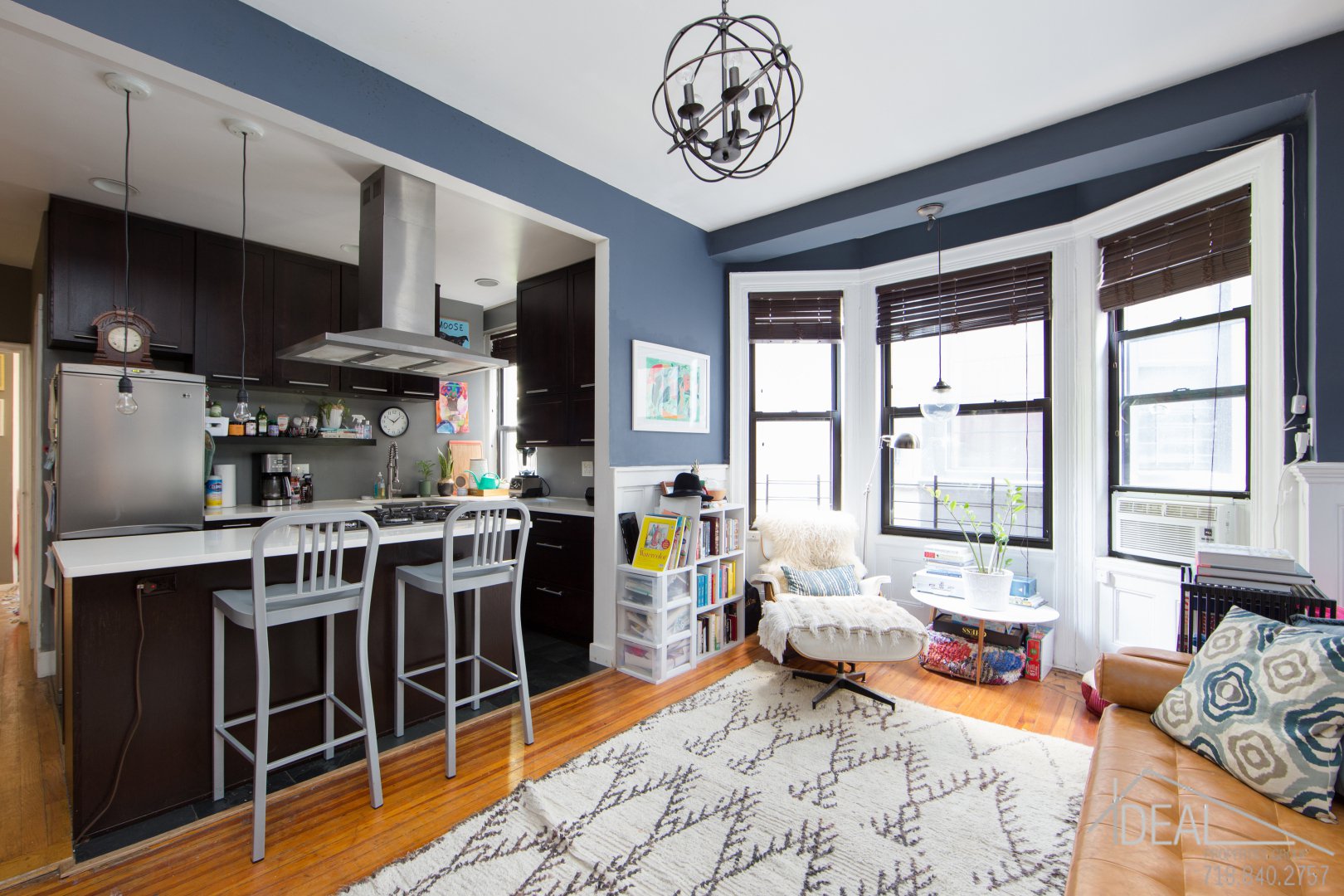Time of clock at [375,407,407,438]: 10:07
